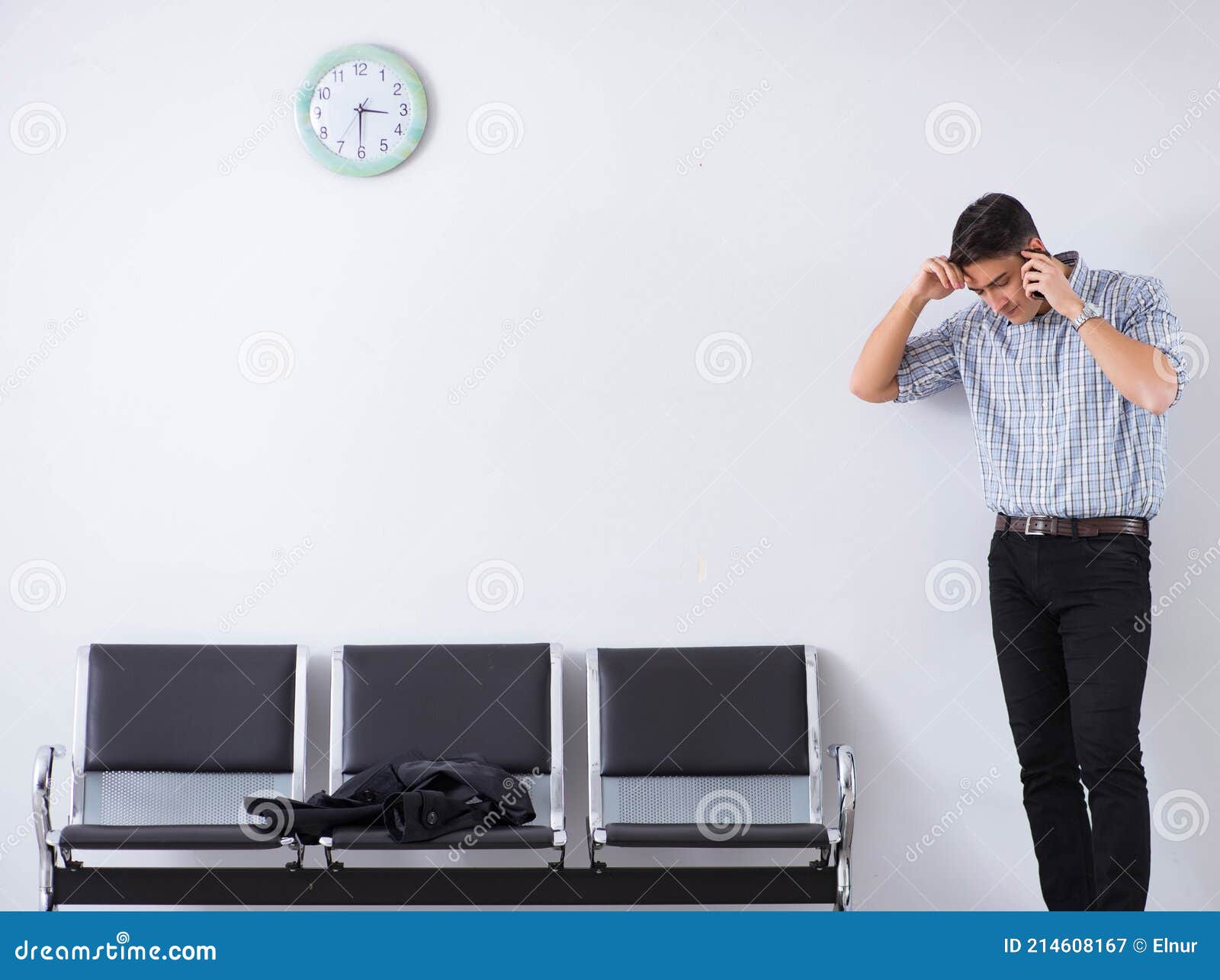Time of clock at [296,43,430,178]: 3:30
